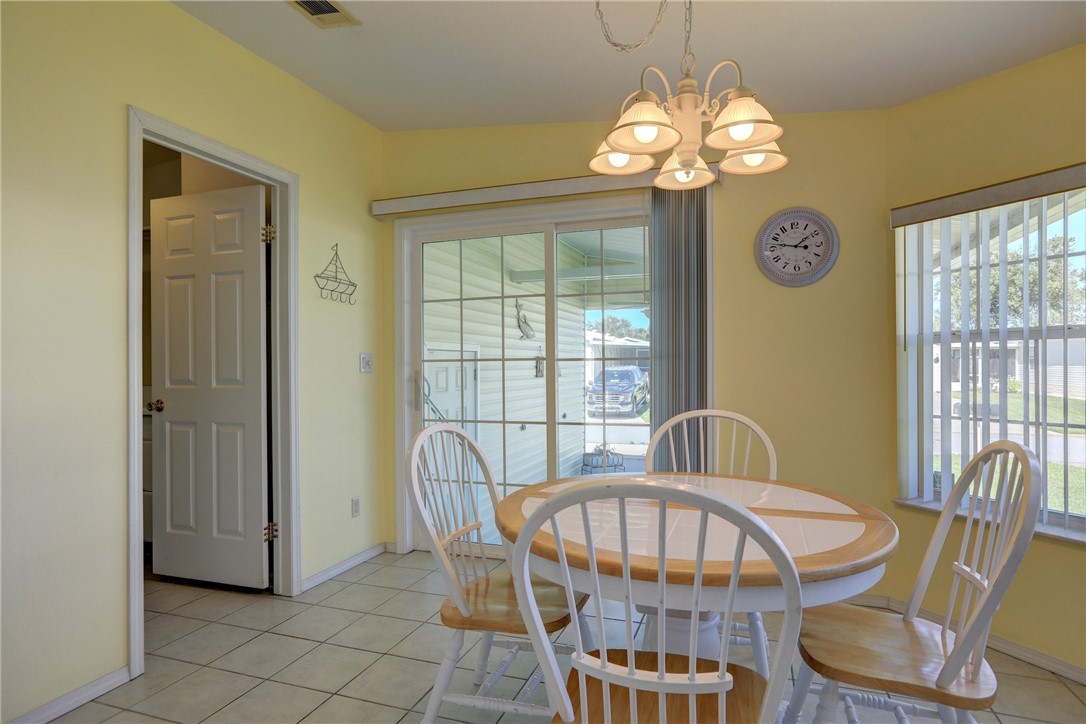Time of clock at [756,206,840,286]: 1:47
